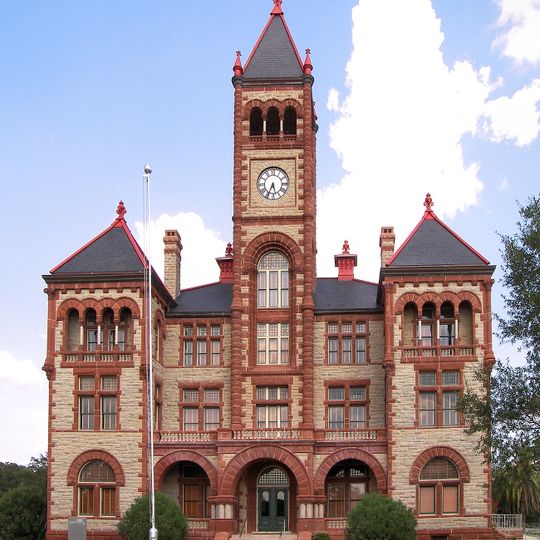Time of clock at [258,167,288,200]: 5:34
